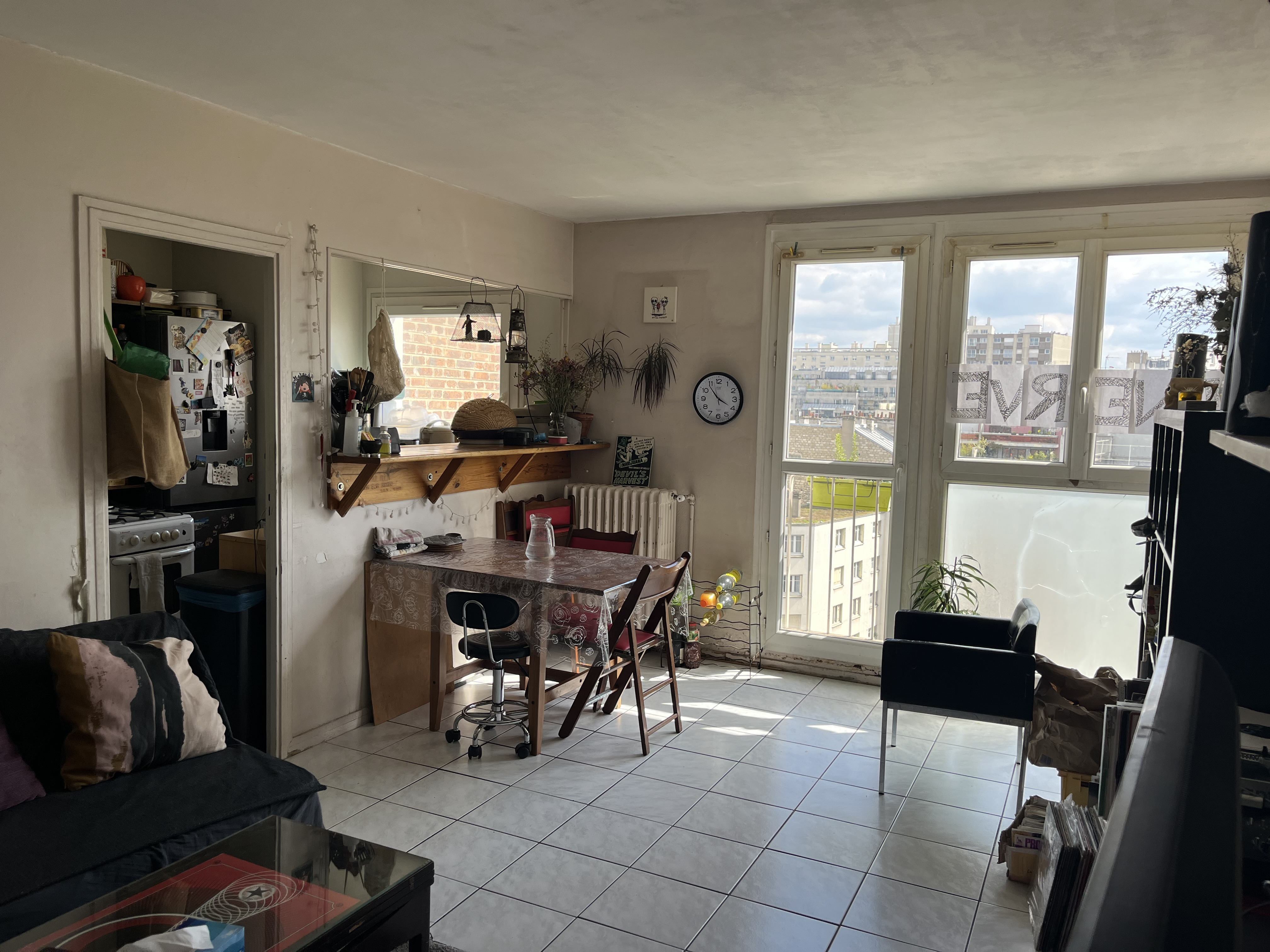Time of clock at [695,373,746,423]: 3:53
